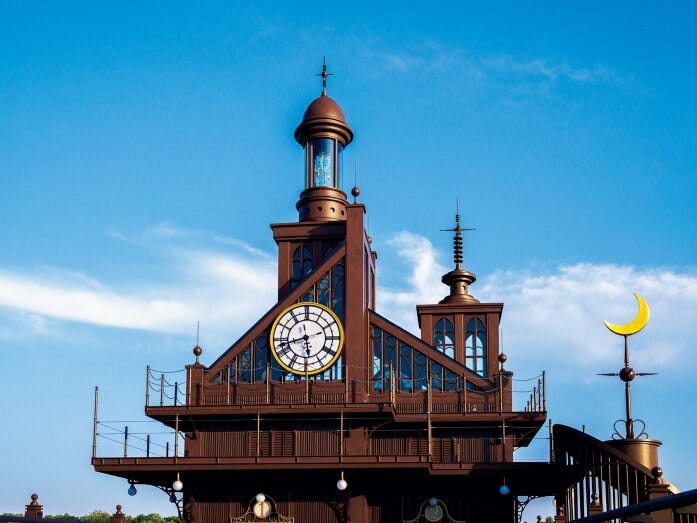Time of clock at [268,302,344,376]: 5:42
